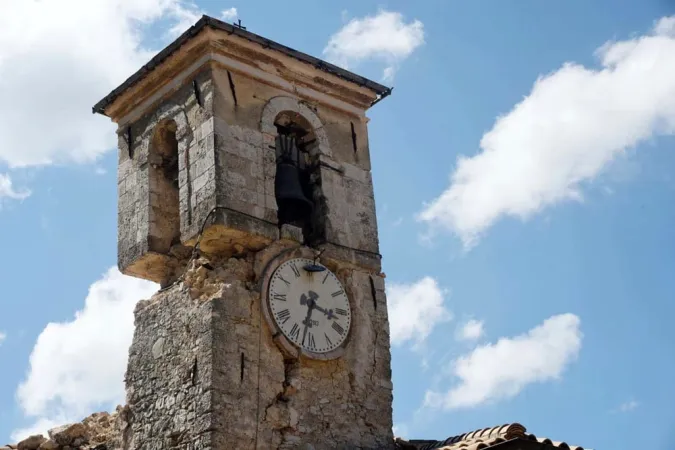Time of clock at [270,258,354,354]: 3:32
